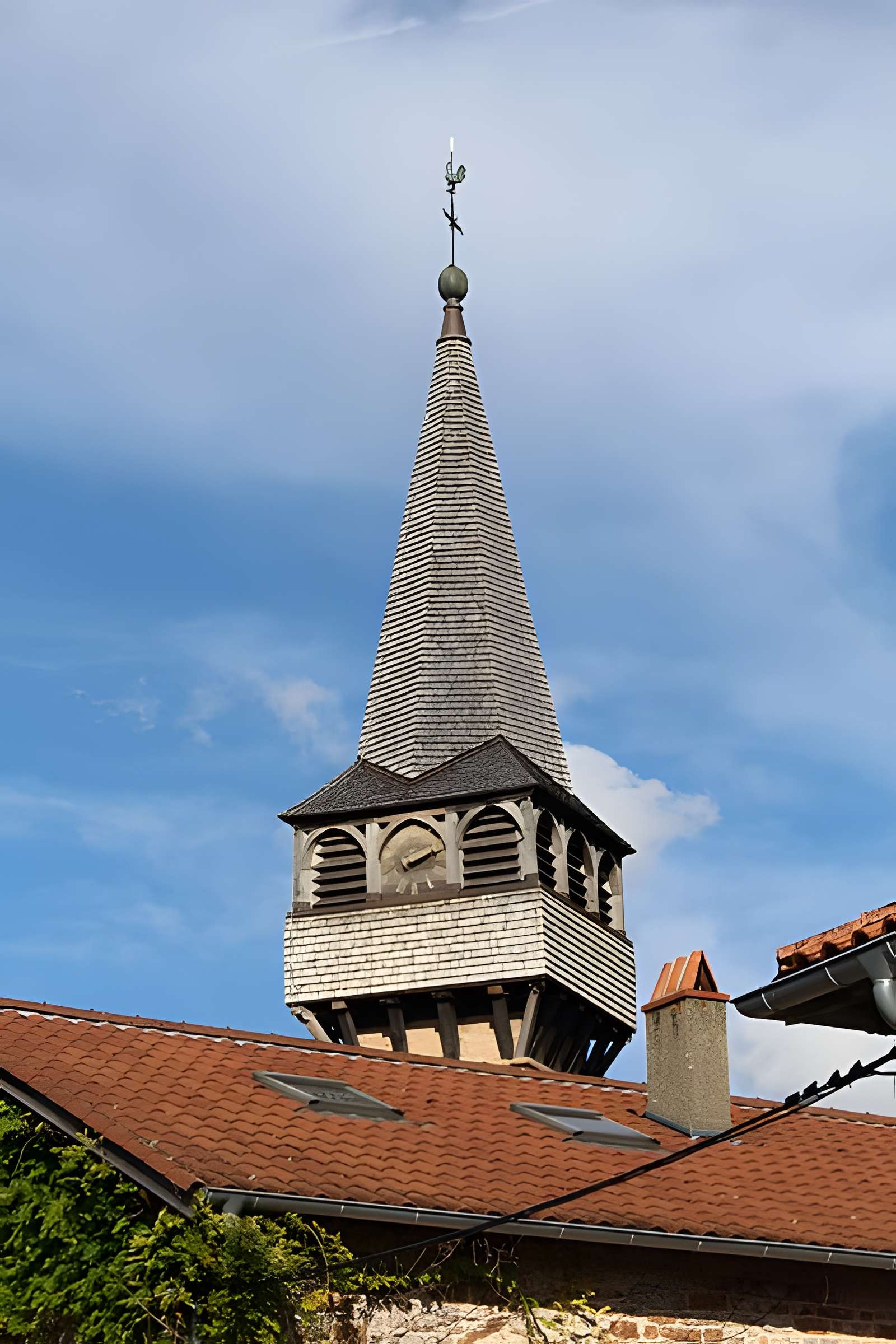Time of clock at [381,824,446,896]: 2:11
